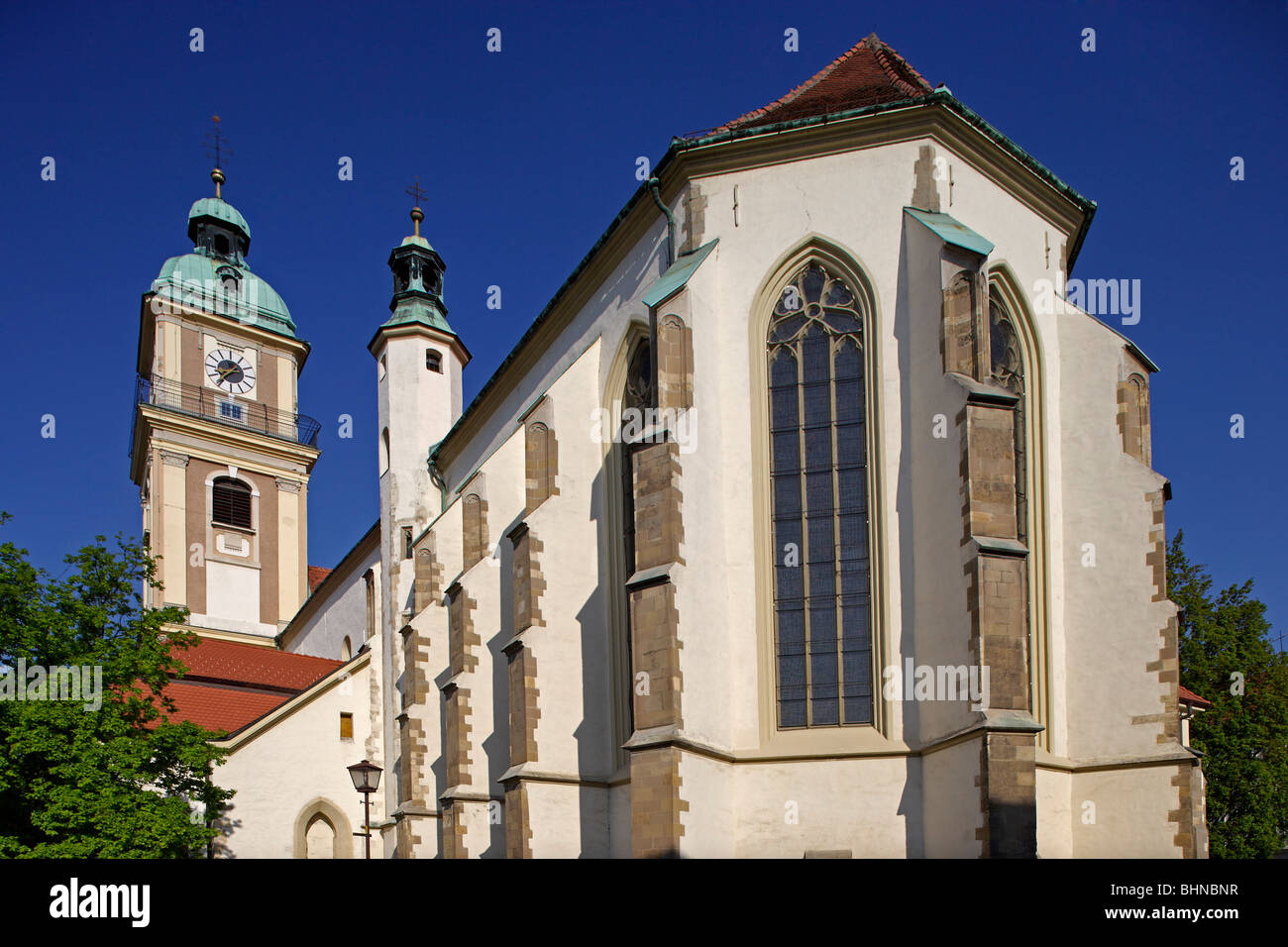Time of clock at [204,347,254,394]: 8:36
